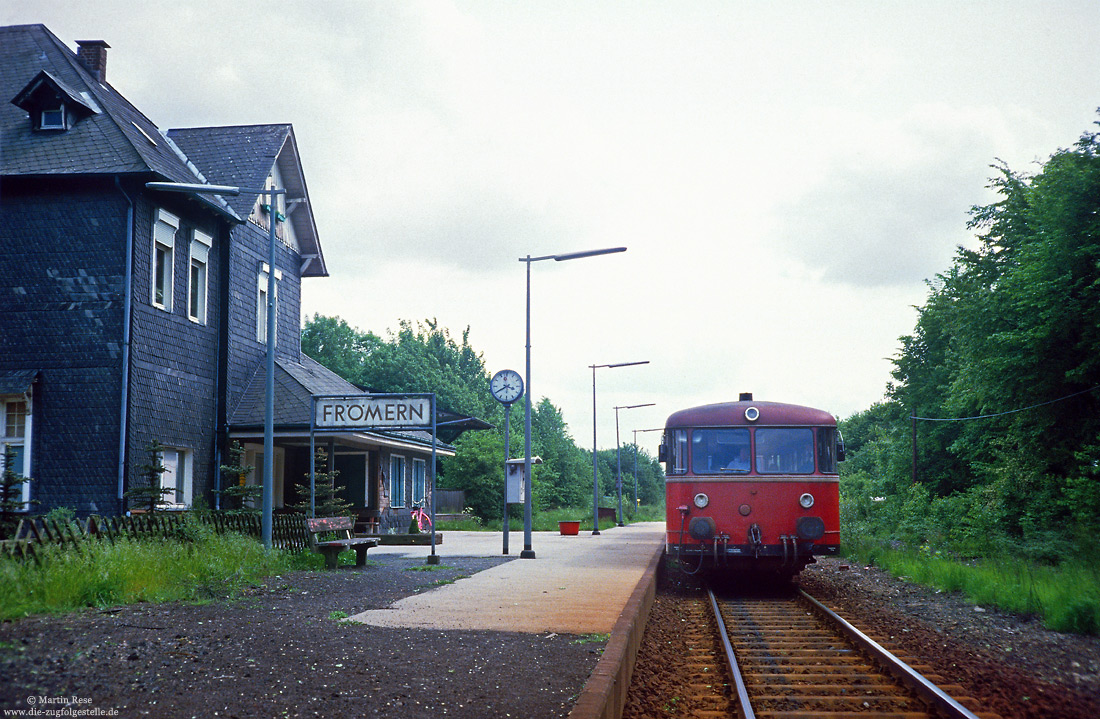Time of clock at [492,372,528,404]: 3:40
